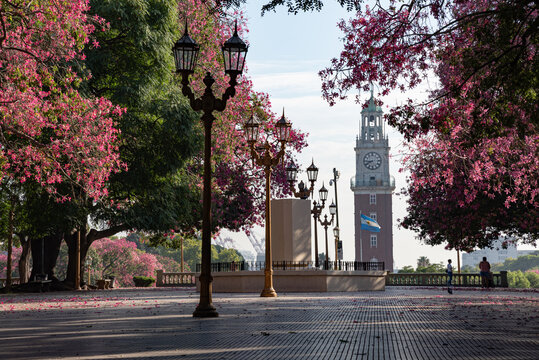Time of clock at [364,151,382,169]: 8:40
